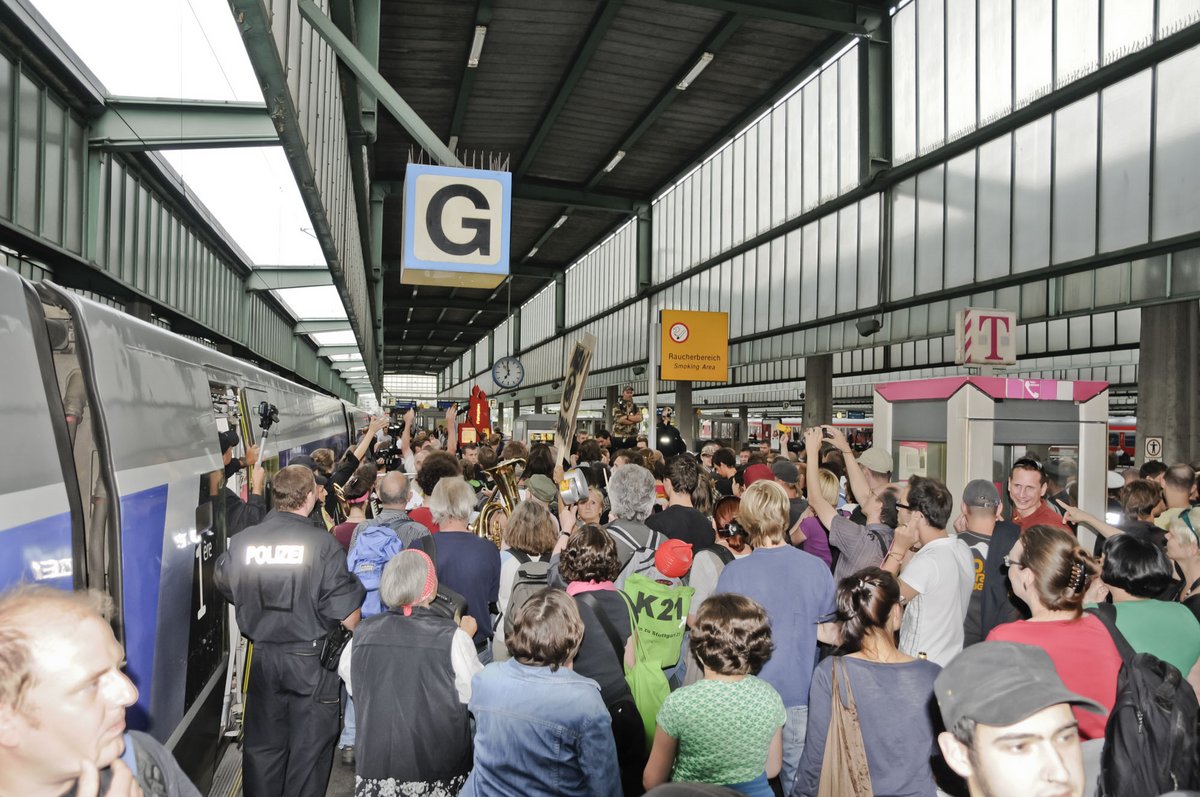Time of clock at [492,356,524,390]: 6:58
